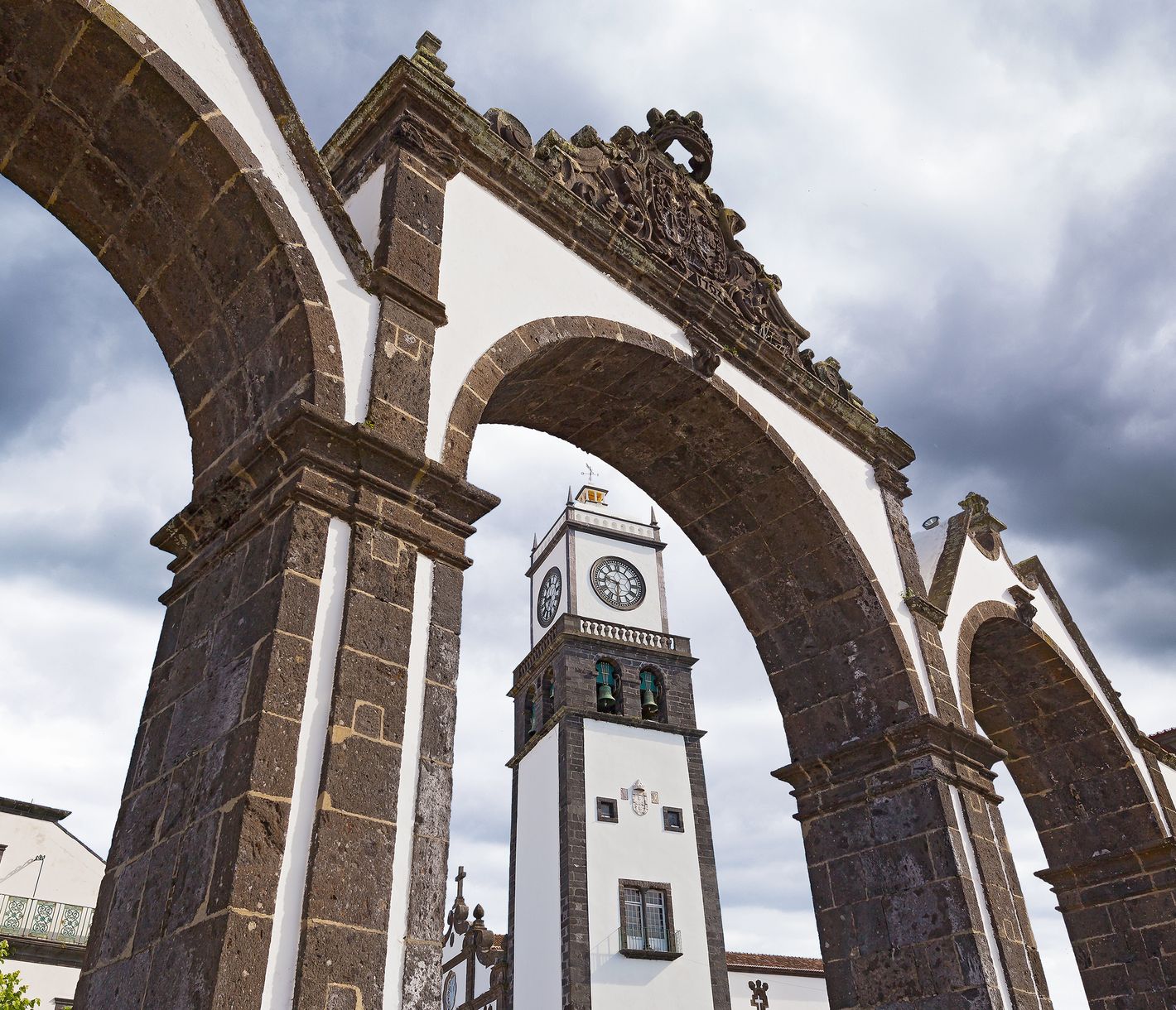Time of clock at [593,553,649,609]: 9:30
